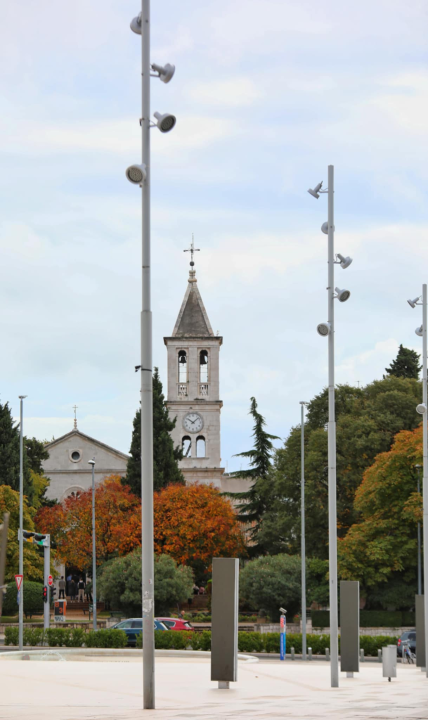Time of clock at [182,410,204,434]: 10:07
